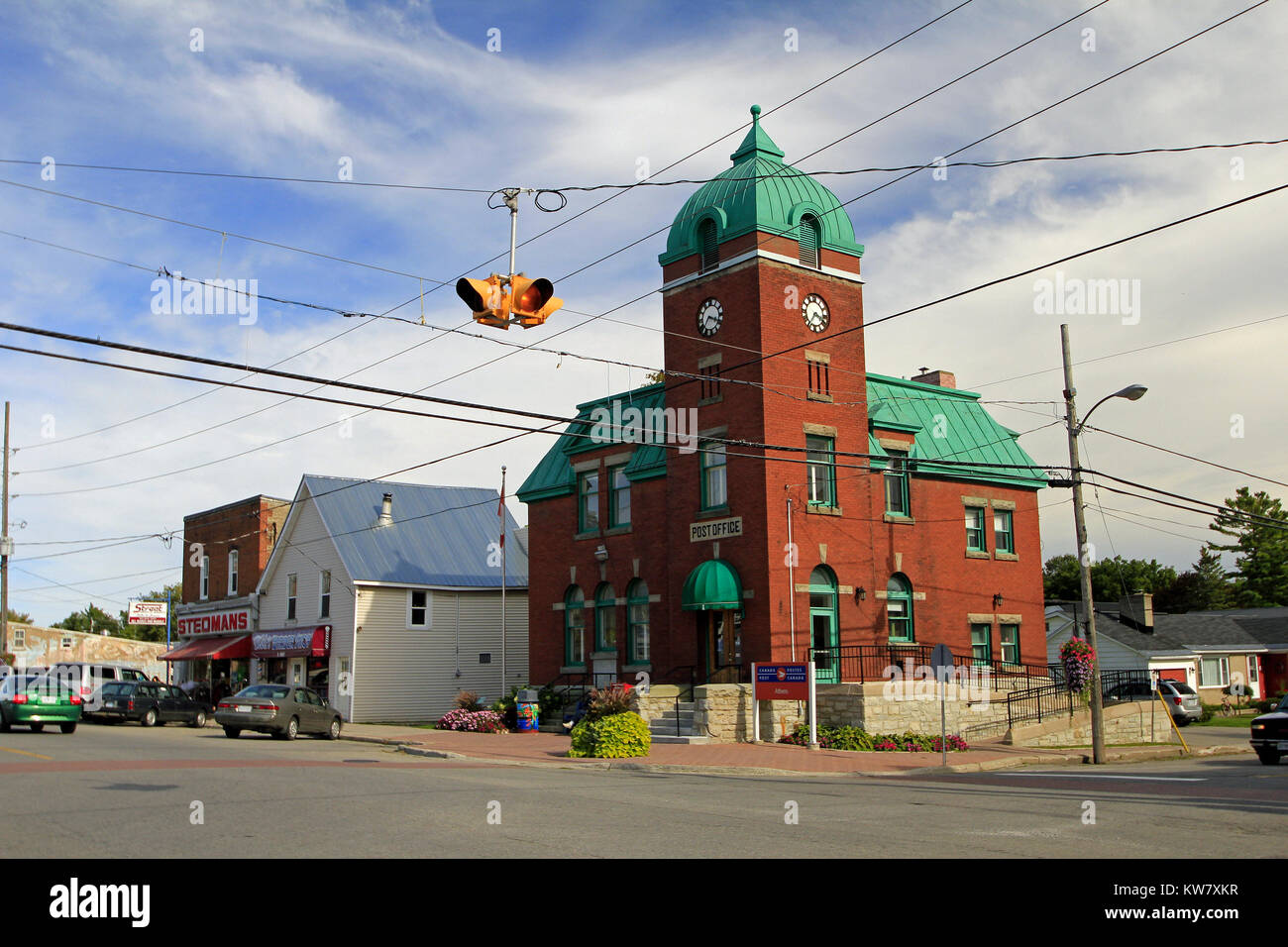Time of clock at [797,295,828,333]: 3:35
